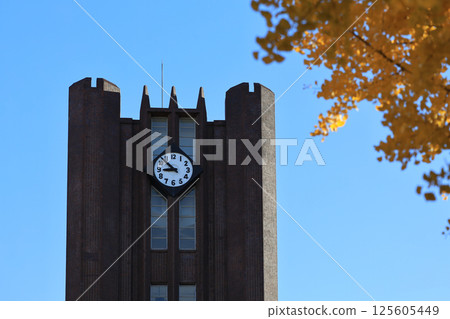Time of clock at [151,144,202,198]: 8:52
